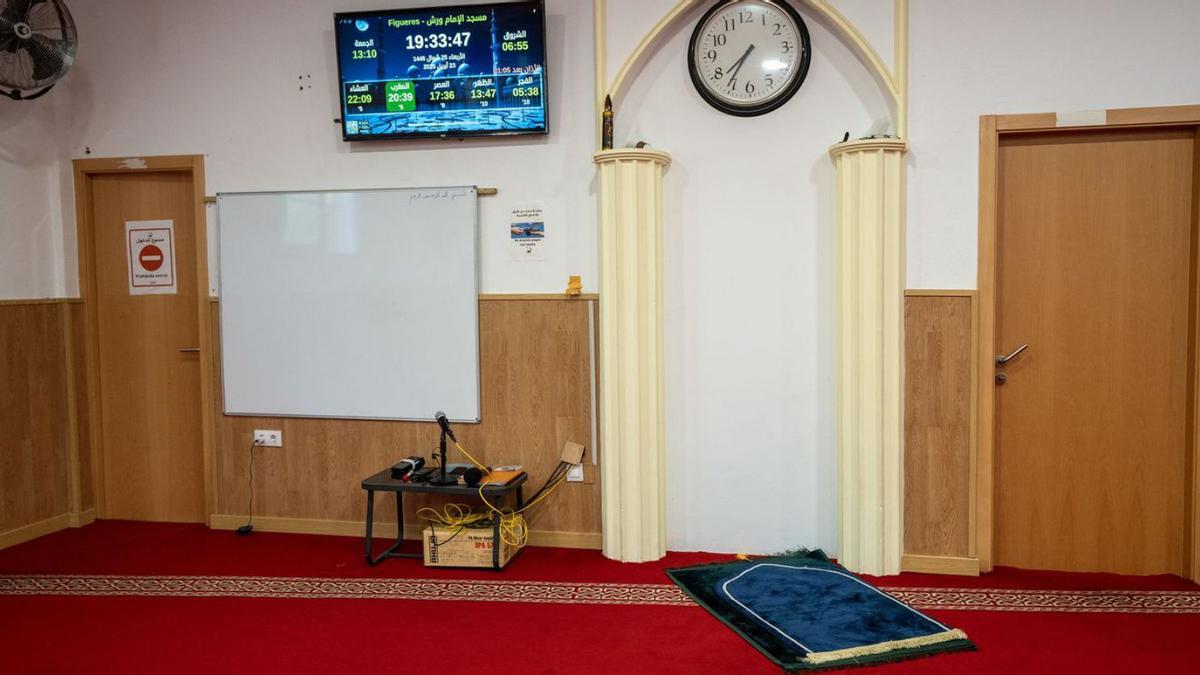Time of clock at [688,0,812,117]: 7:35
